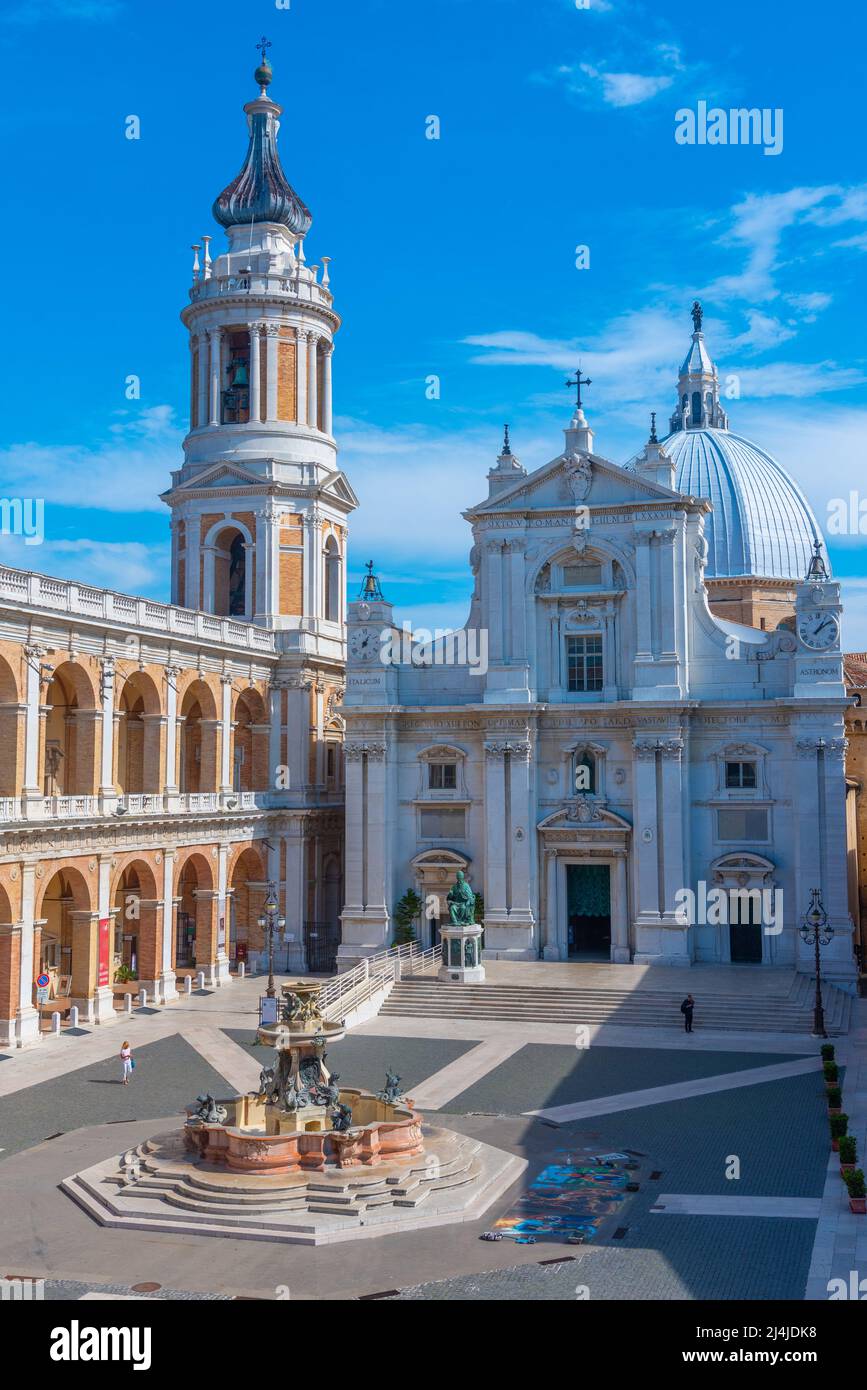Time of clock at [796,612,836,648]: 1:08
